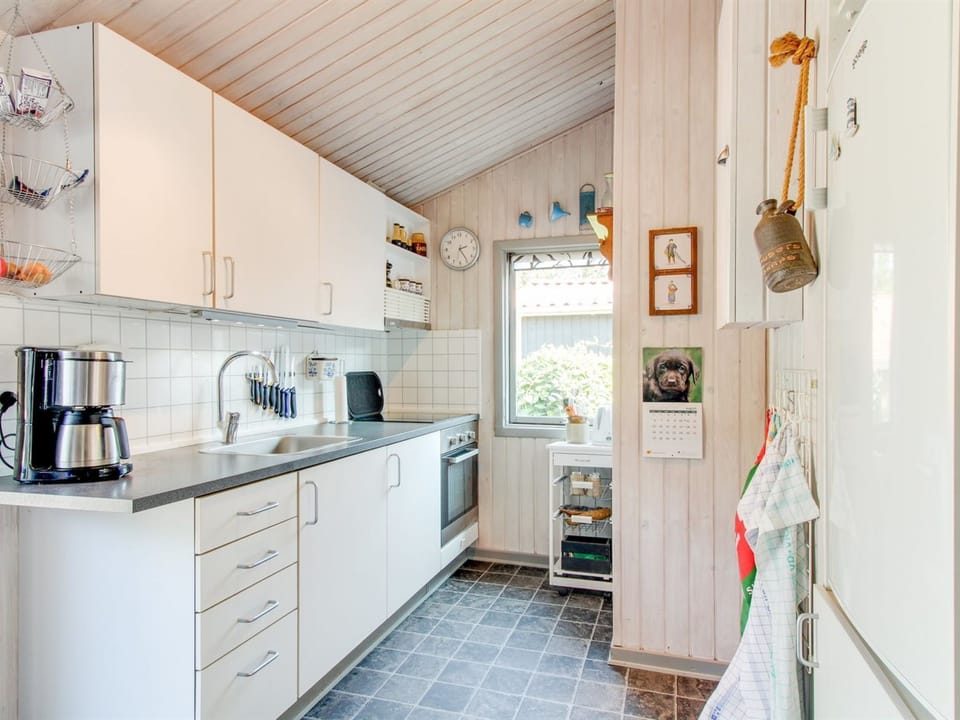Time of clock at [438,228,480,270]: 2:24
